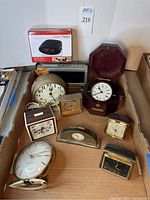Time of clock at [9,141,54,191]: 3:12
